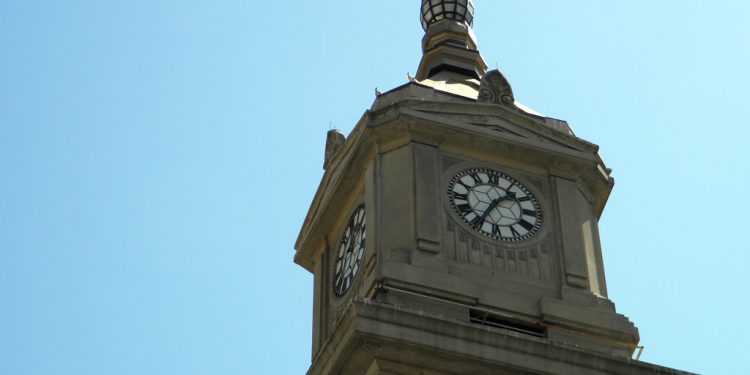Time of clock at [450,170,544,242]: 1:35
